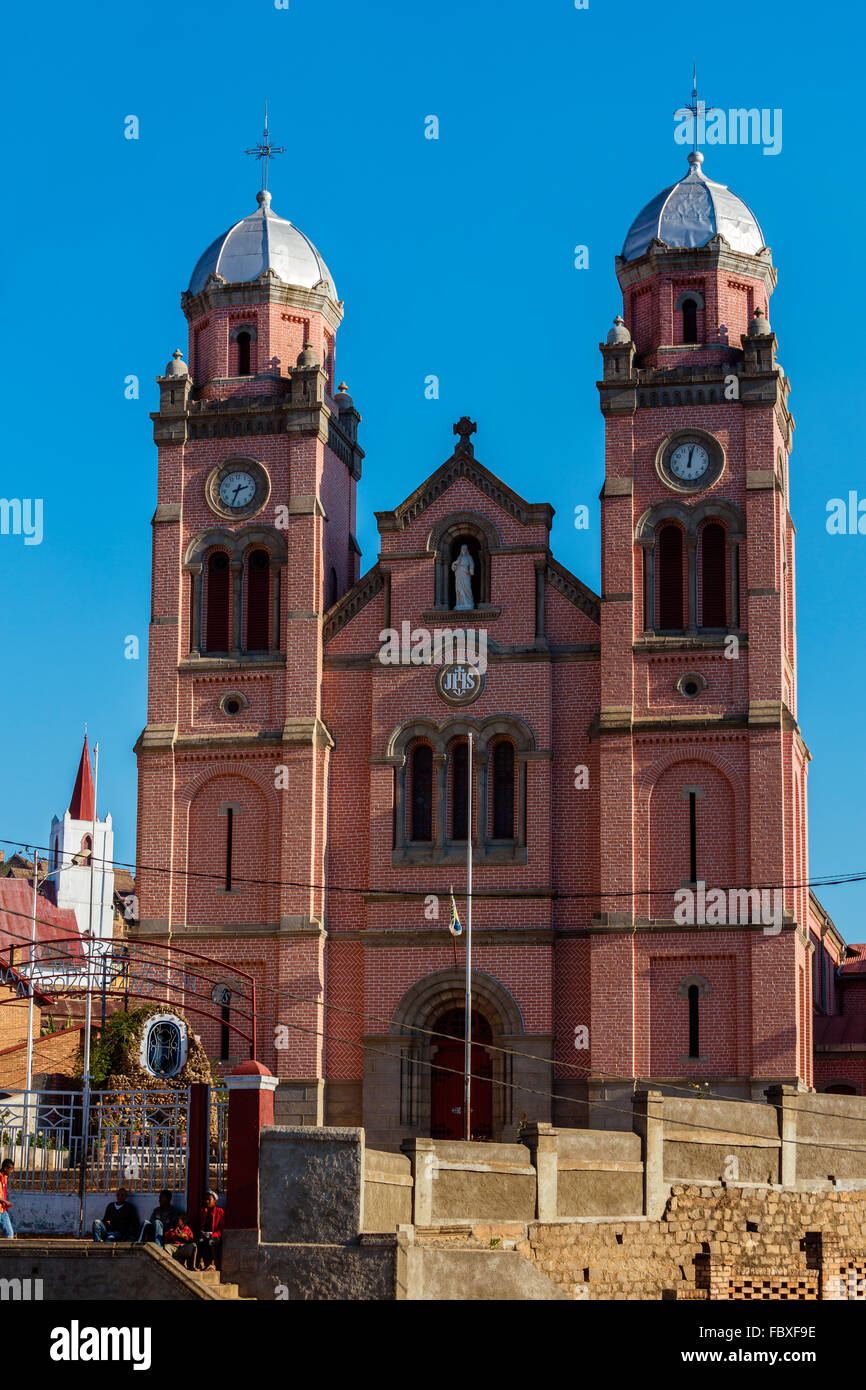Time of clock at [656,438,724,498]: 12:02
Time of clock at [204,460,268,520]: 2:33
